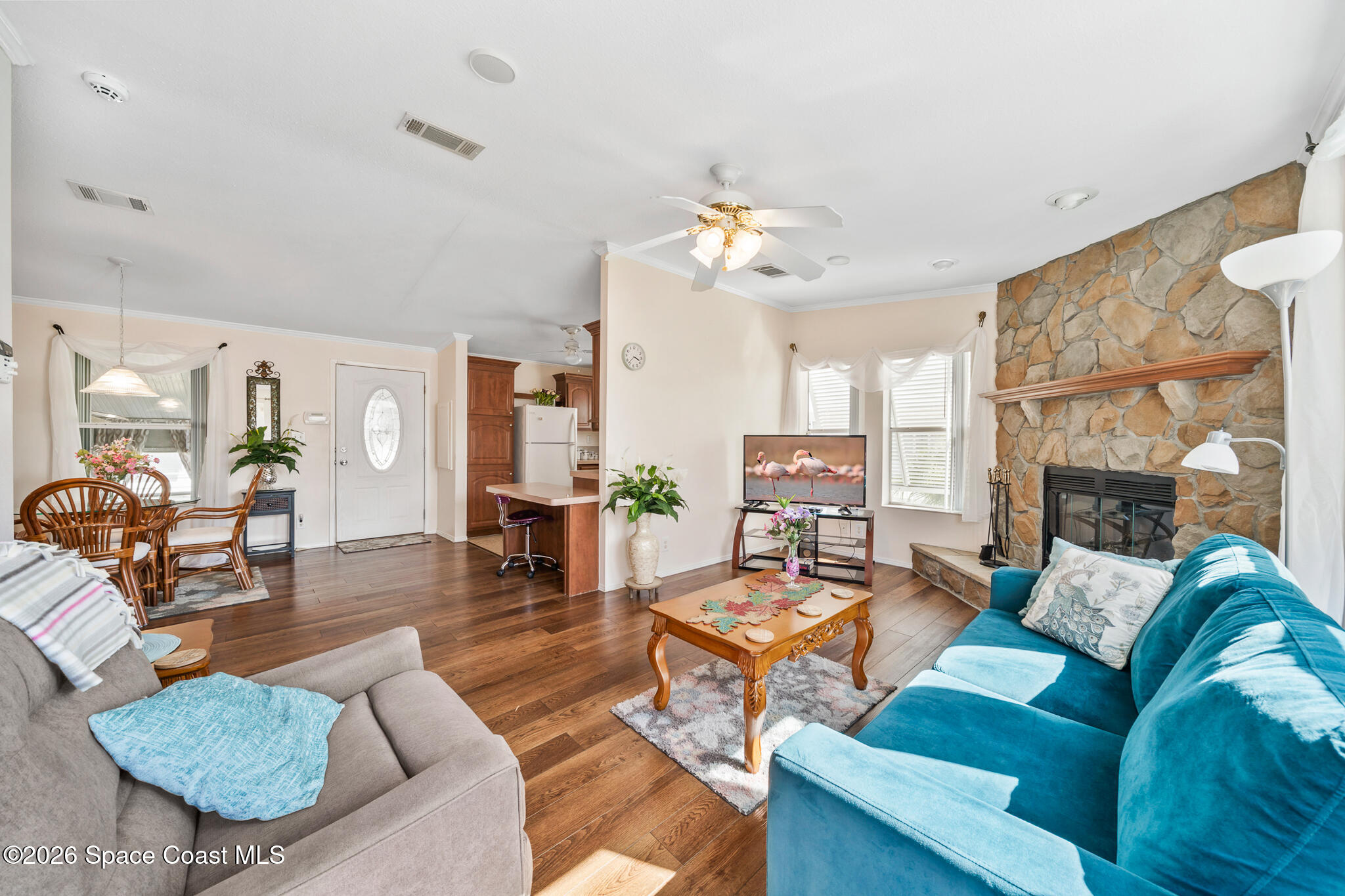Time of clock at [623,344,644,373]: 3:37
